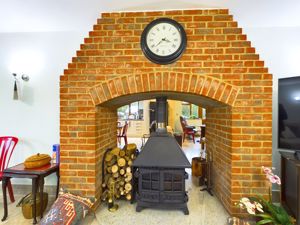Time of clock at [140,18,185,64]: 3:38
